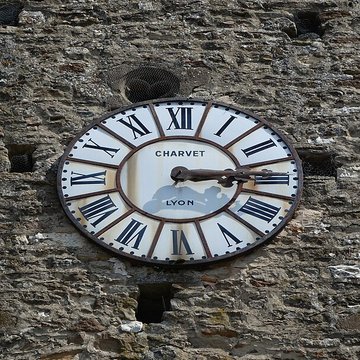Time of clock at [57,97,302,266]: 3:13
